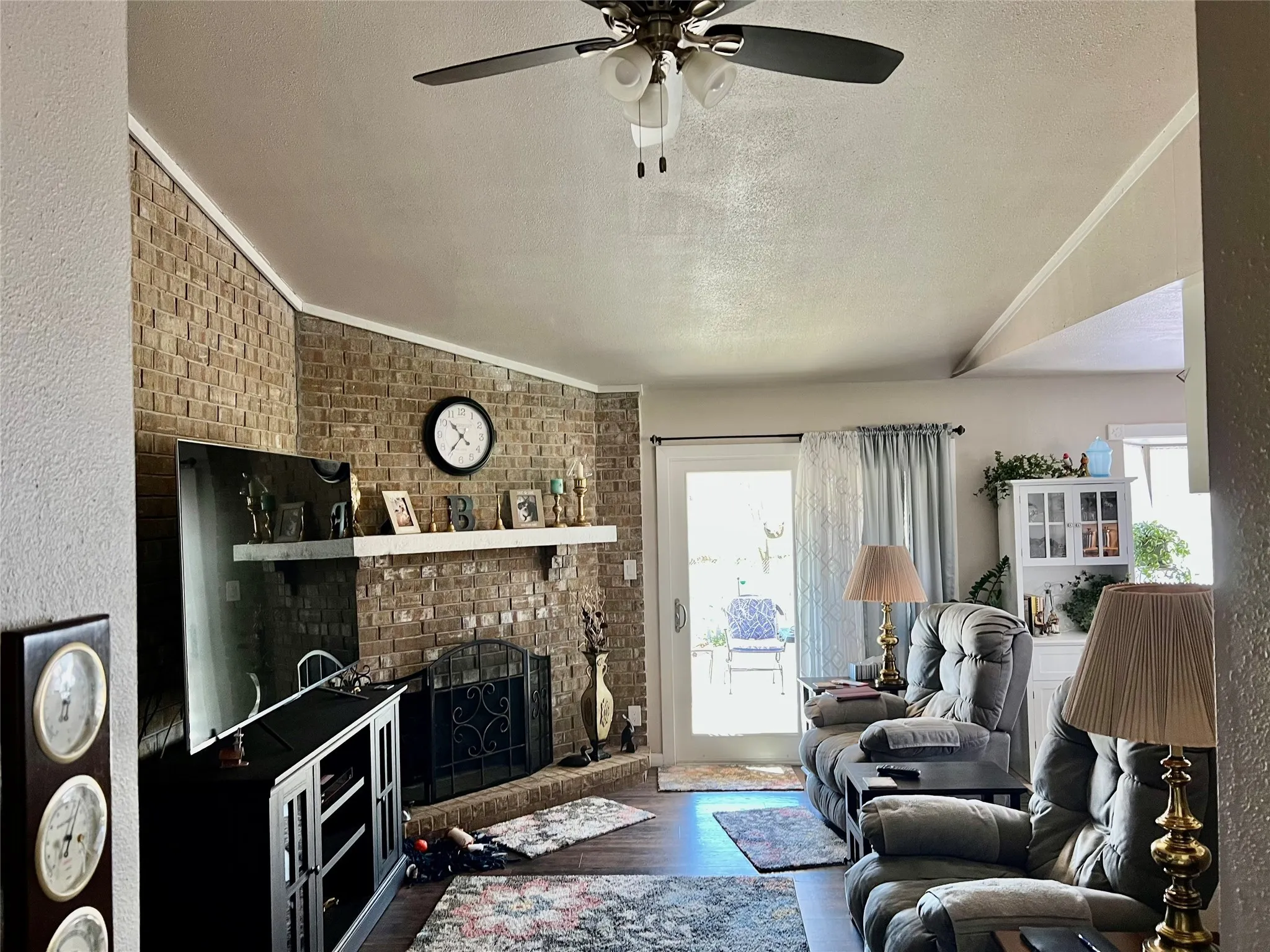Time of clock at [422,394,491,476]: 10:36
